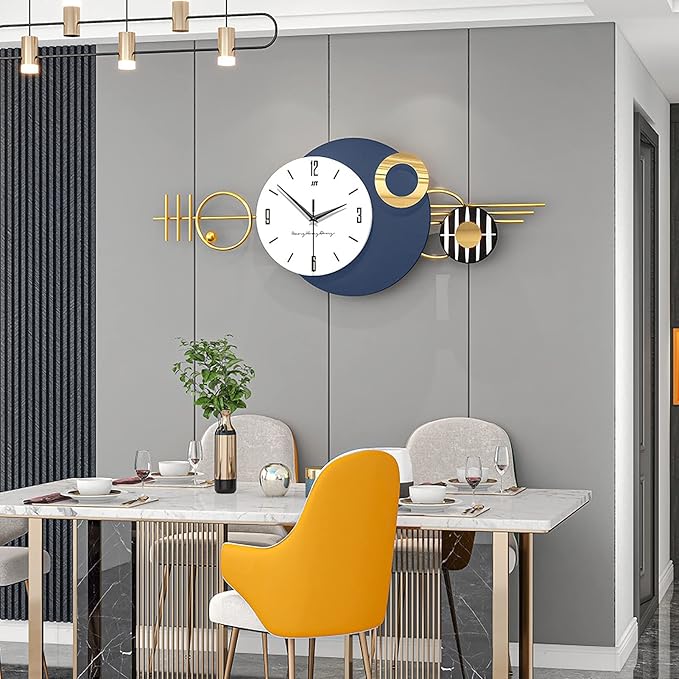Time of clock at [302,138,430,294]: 1:51
